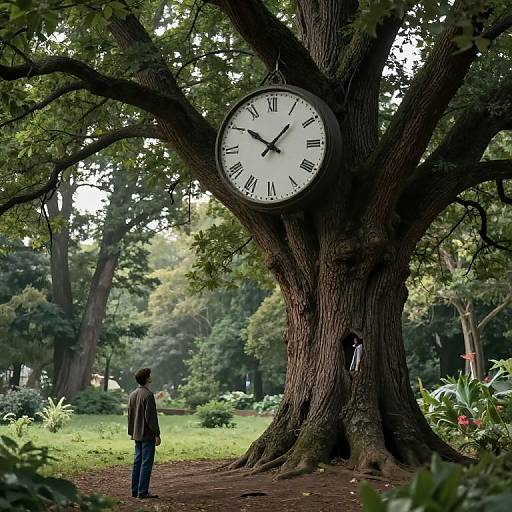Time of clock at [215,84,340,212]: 10:07
